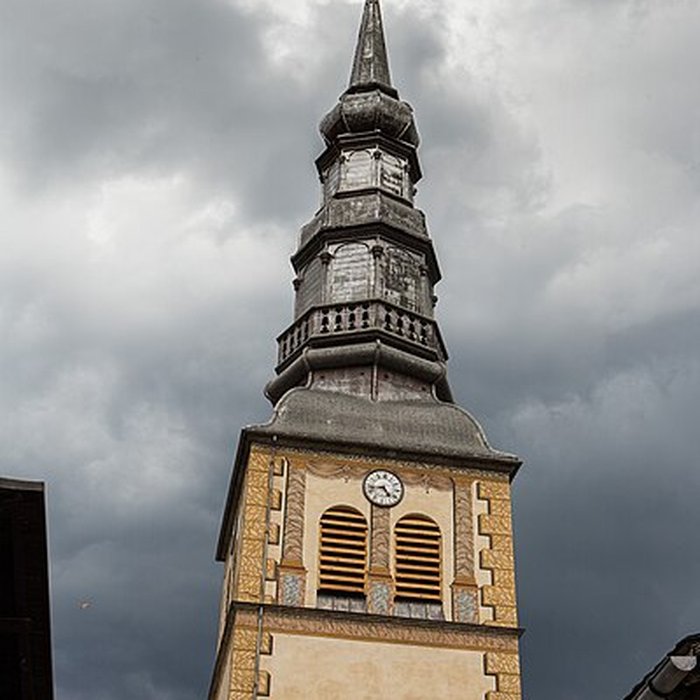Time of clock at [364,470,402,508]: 4:42
